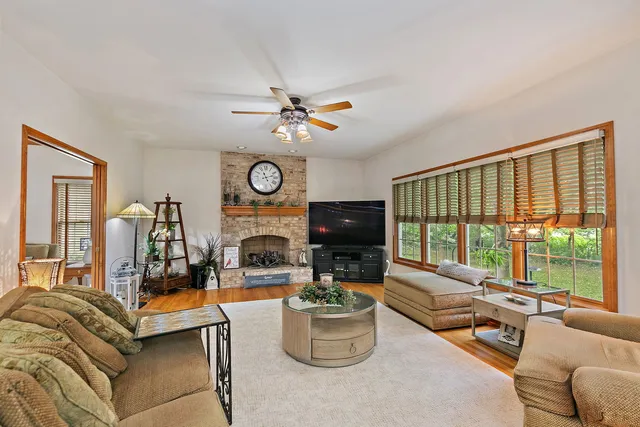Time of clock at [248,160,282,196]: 11:12
